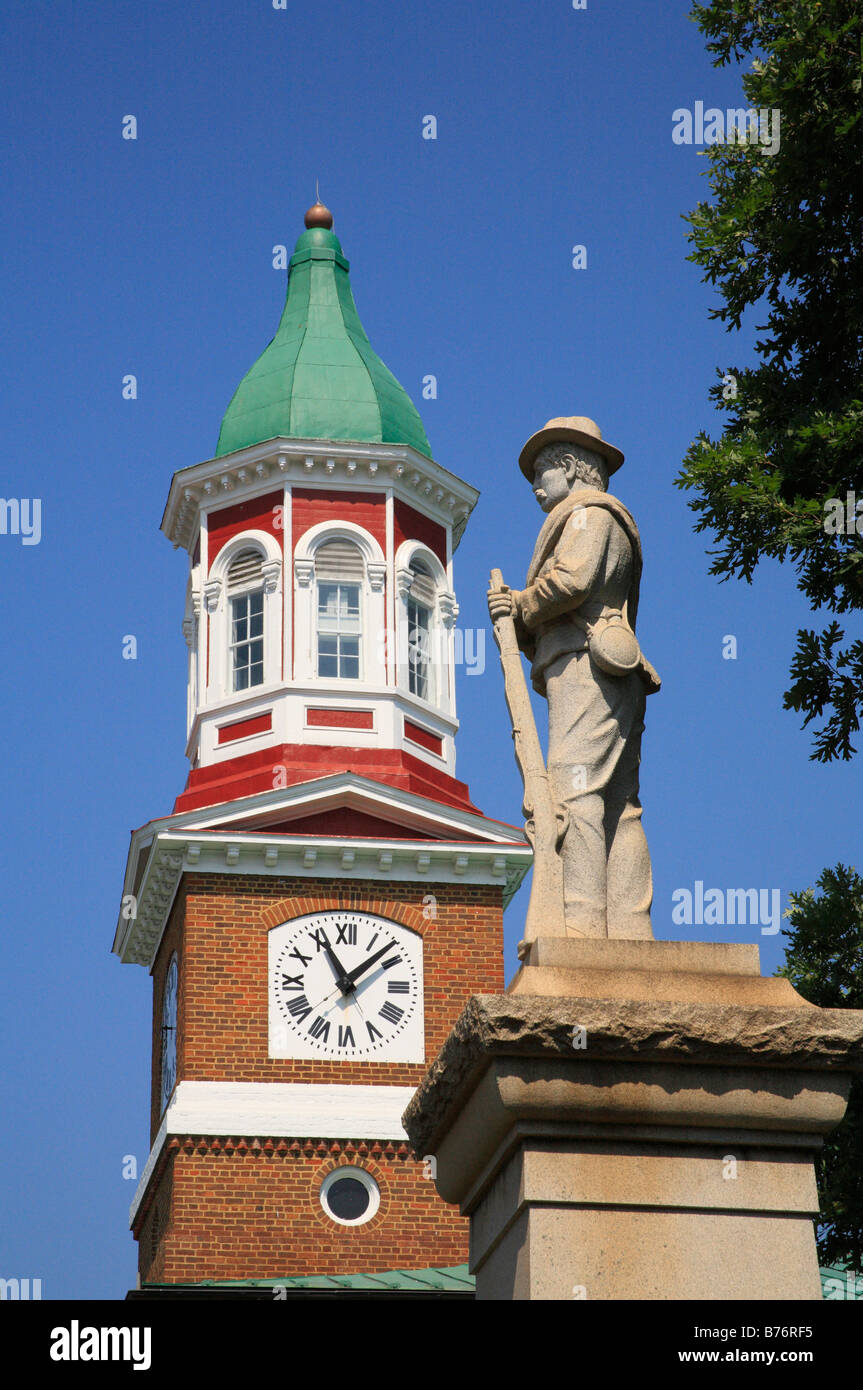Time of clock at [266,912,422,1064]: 11:07
